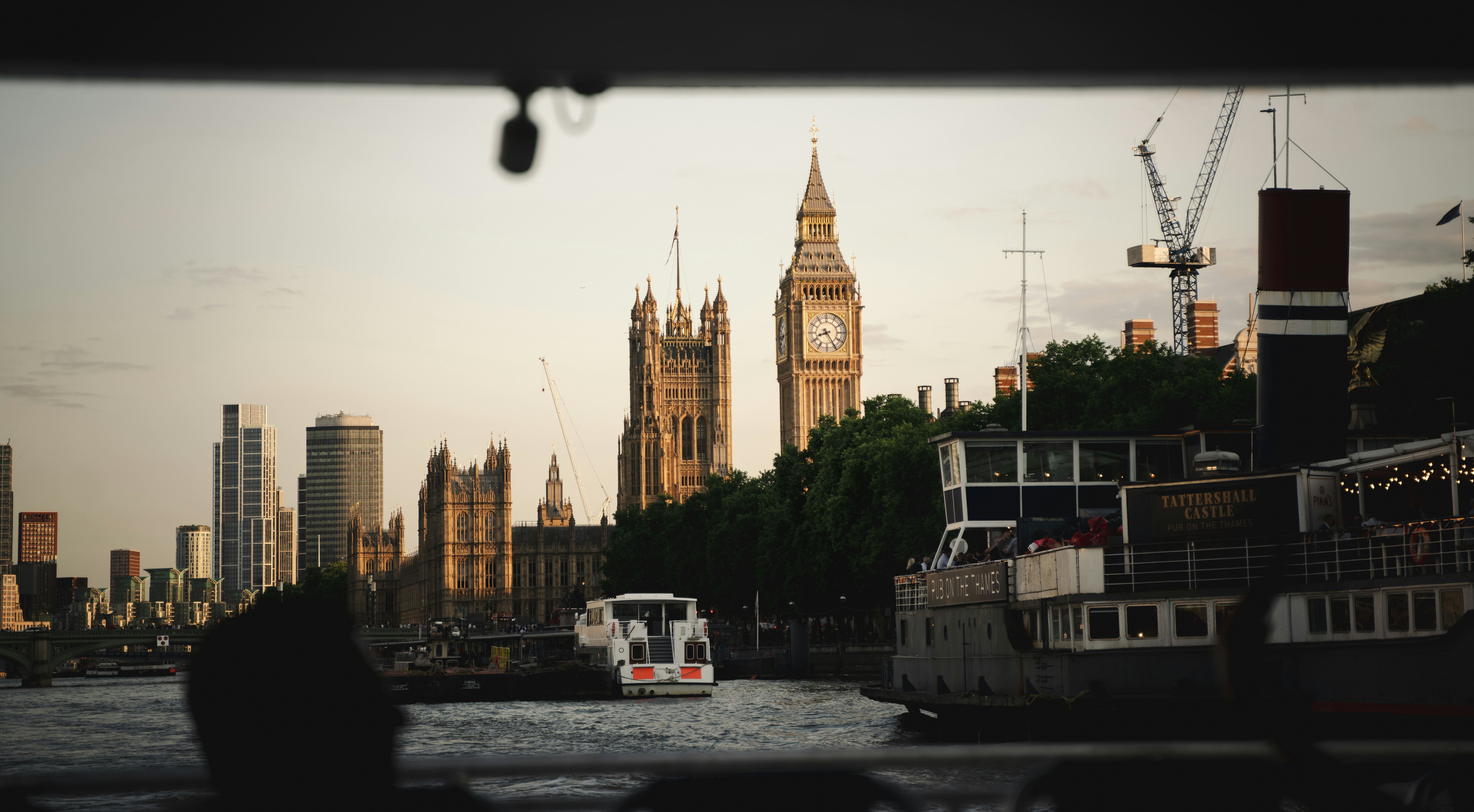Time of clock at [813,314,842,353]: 8:24
